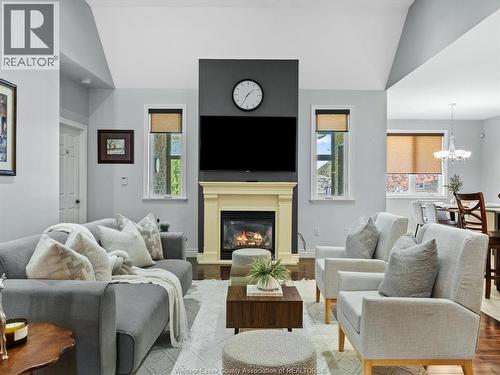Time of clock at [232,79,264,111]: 1:34
